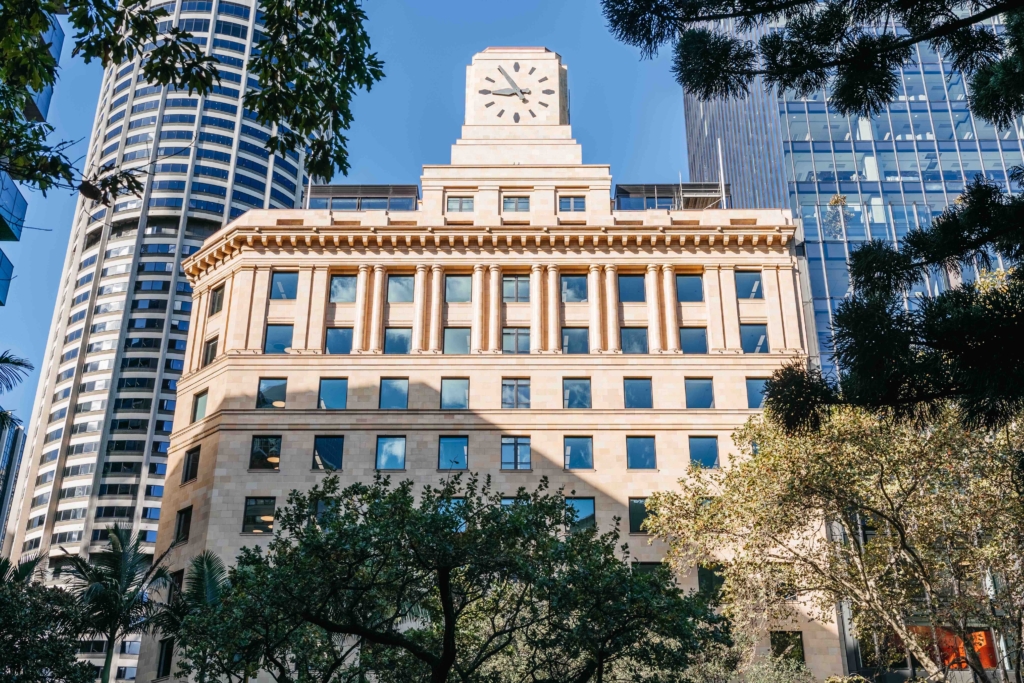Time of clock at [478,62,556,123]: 8:54
